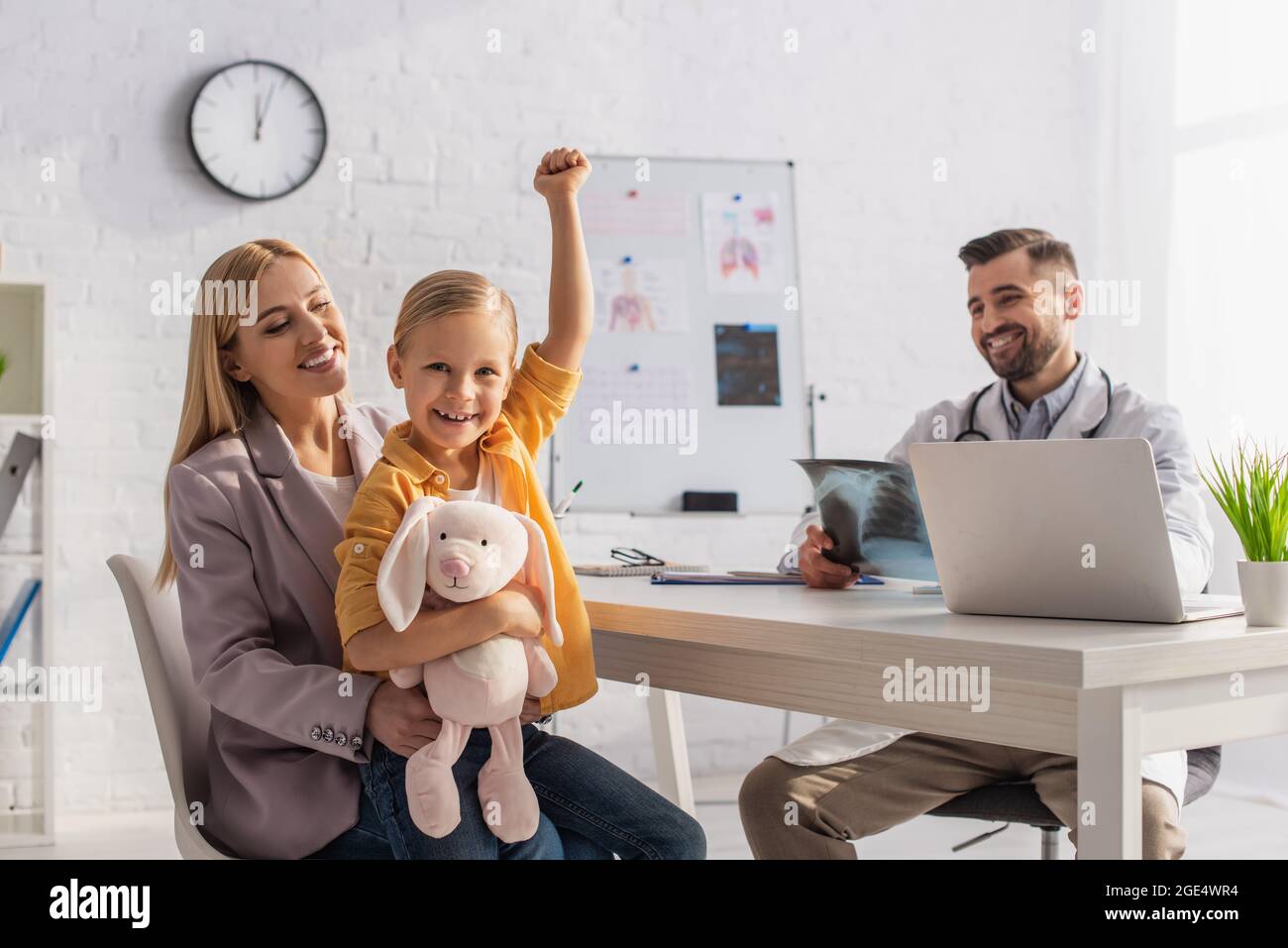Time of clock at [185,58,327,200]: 12:03
